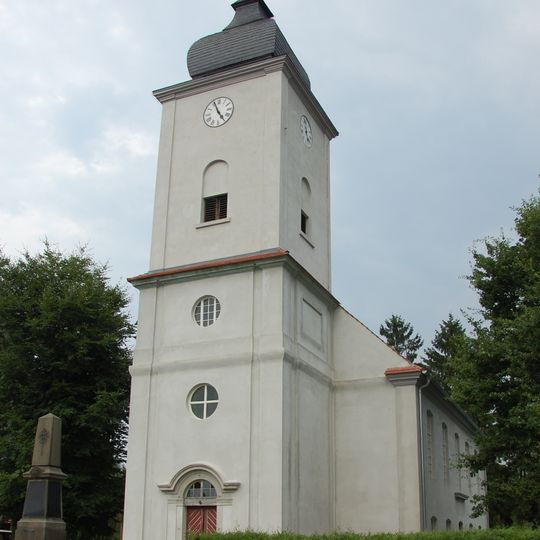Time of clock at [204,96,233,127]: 4:56
